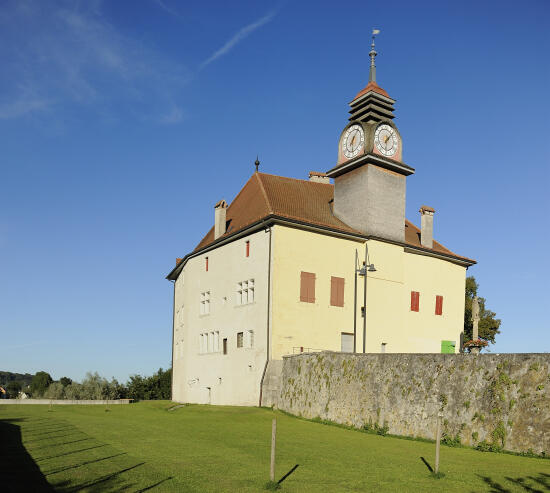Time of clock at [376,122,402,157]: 6:07
